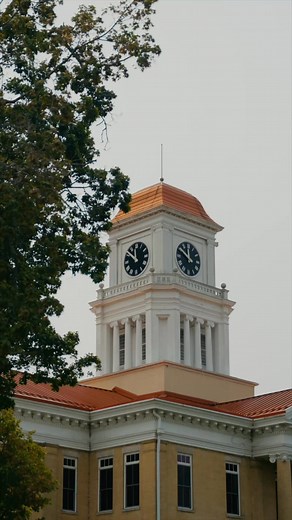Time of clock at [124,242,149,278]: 11:51
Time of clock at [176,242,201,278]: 11:50
